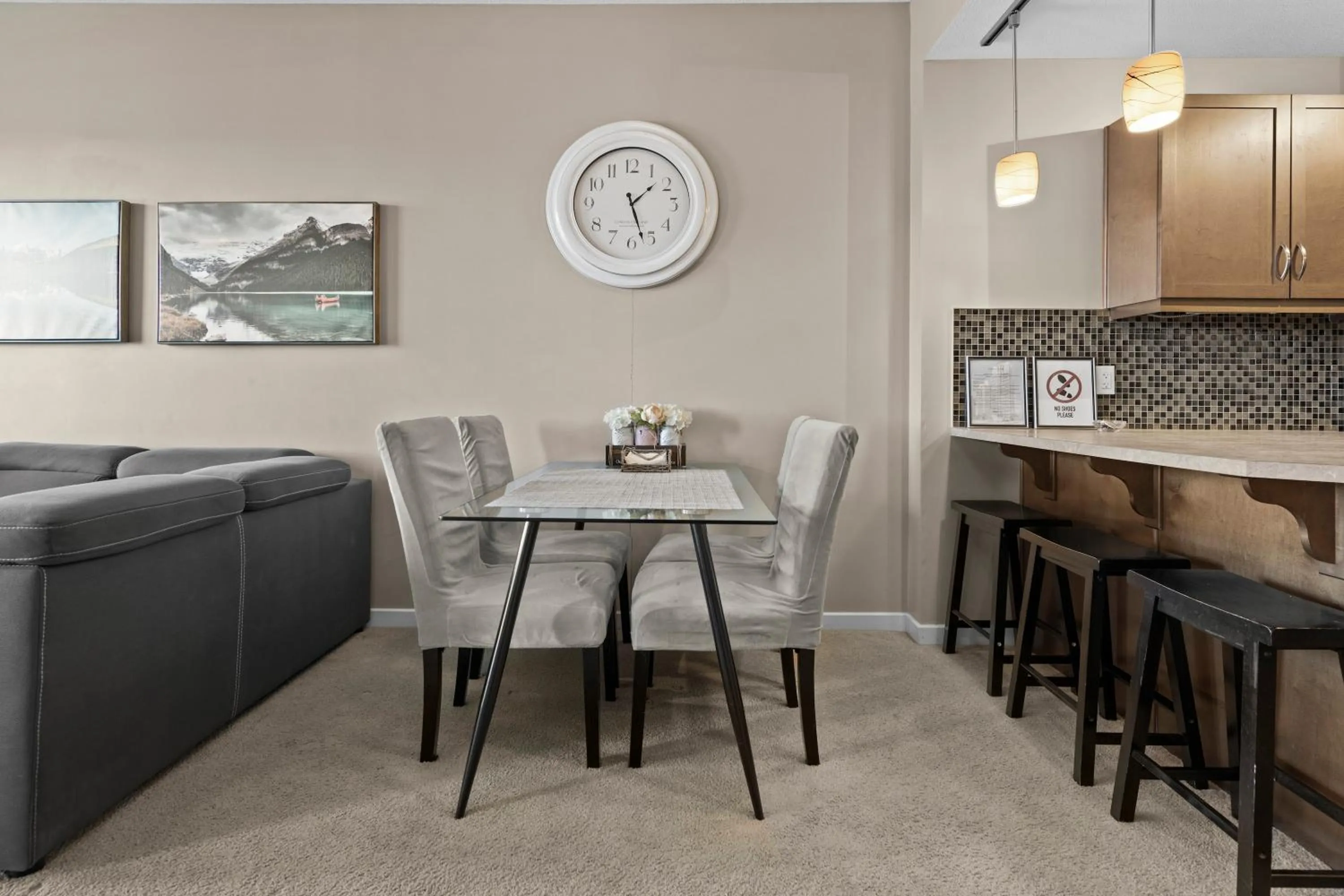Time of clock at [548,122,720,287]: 1:27
